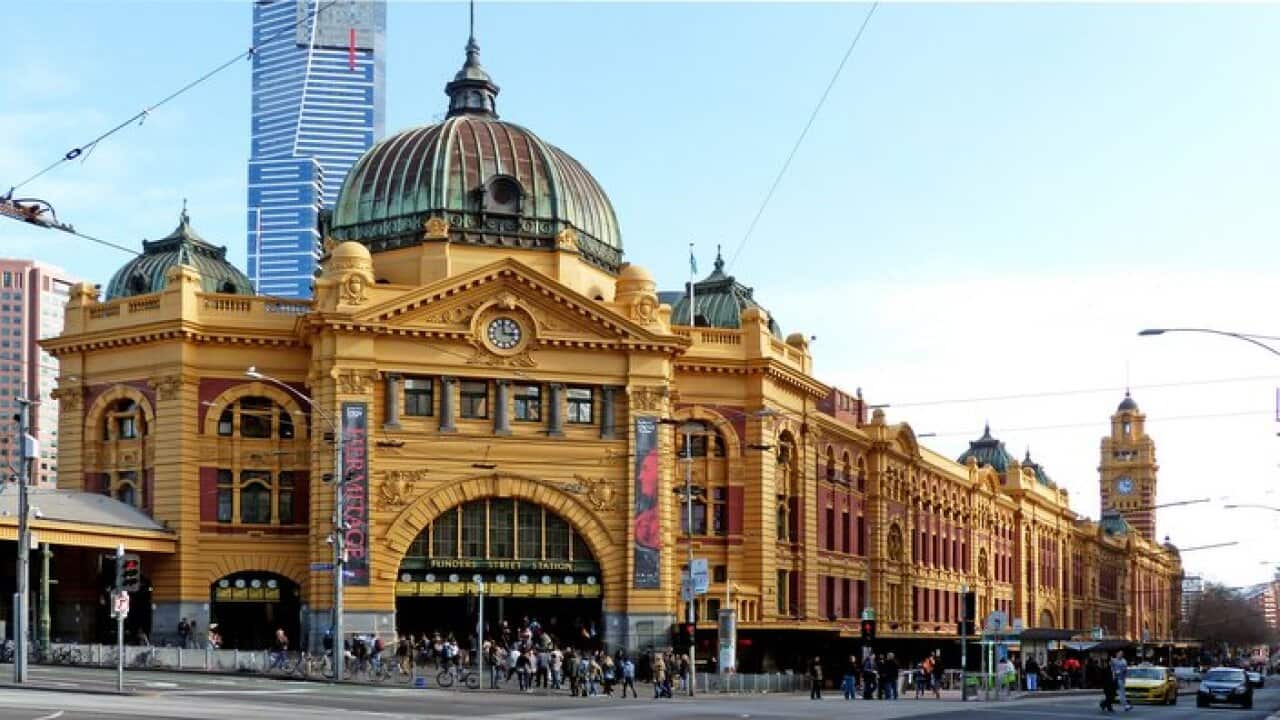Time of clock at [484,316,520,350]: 2:58
